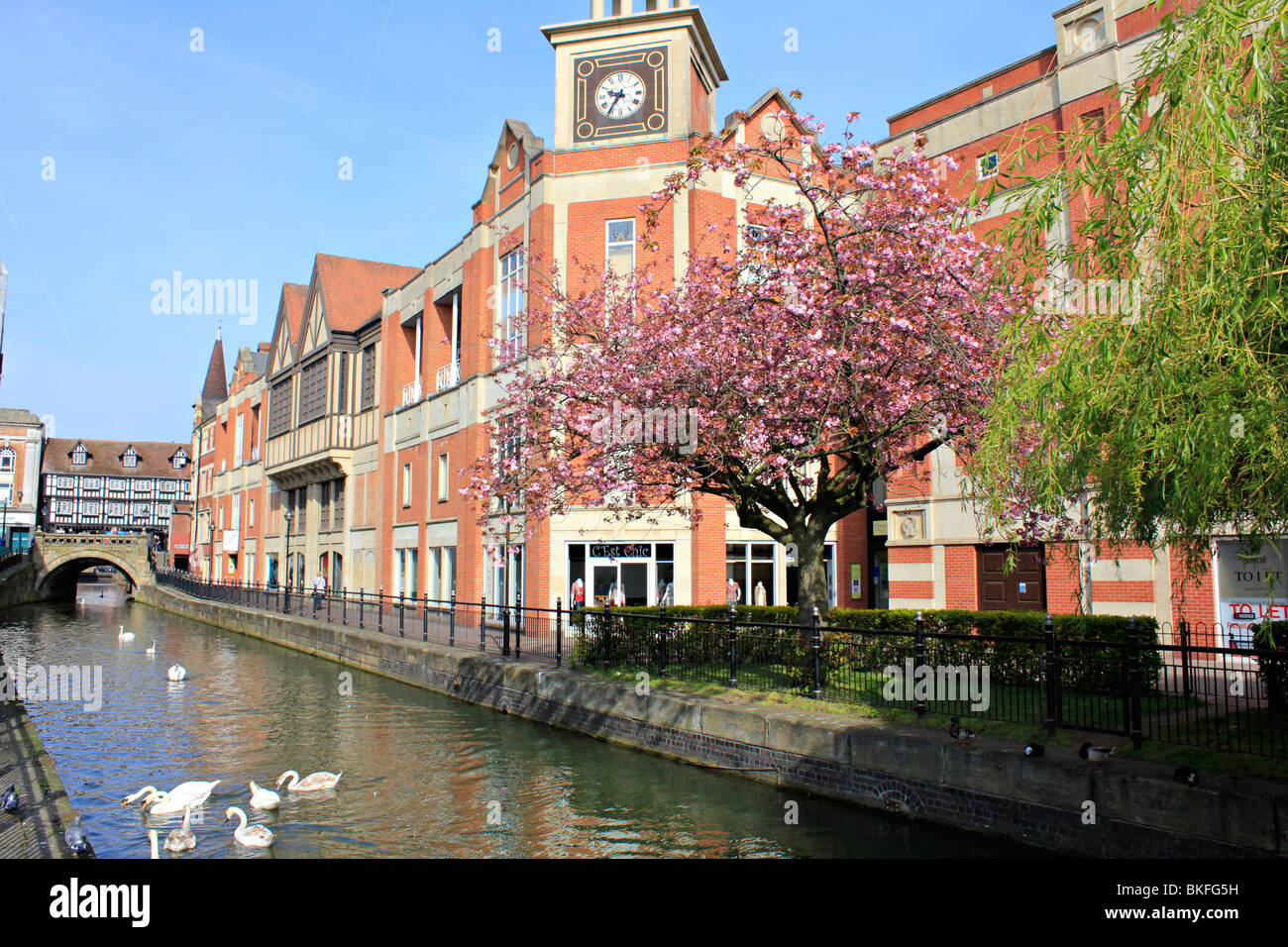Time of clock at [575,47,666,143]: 9:35
